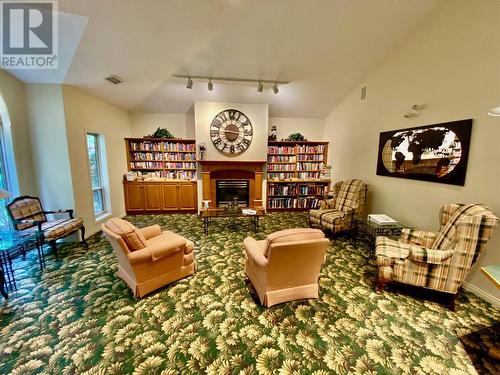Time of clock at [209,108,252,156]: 9:17
